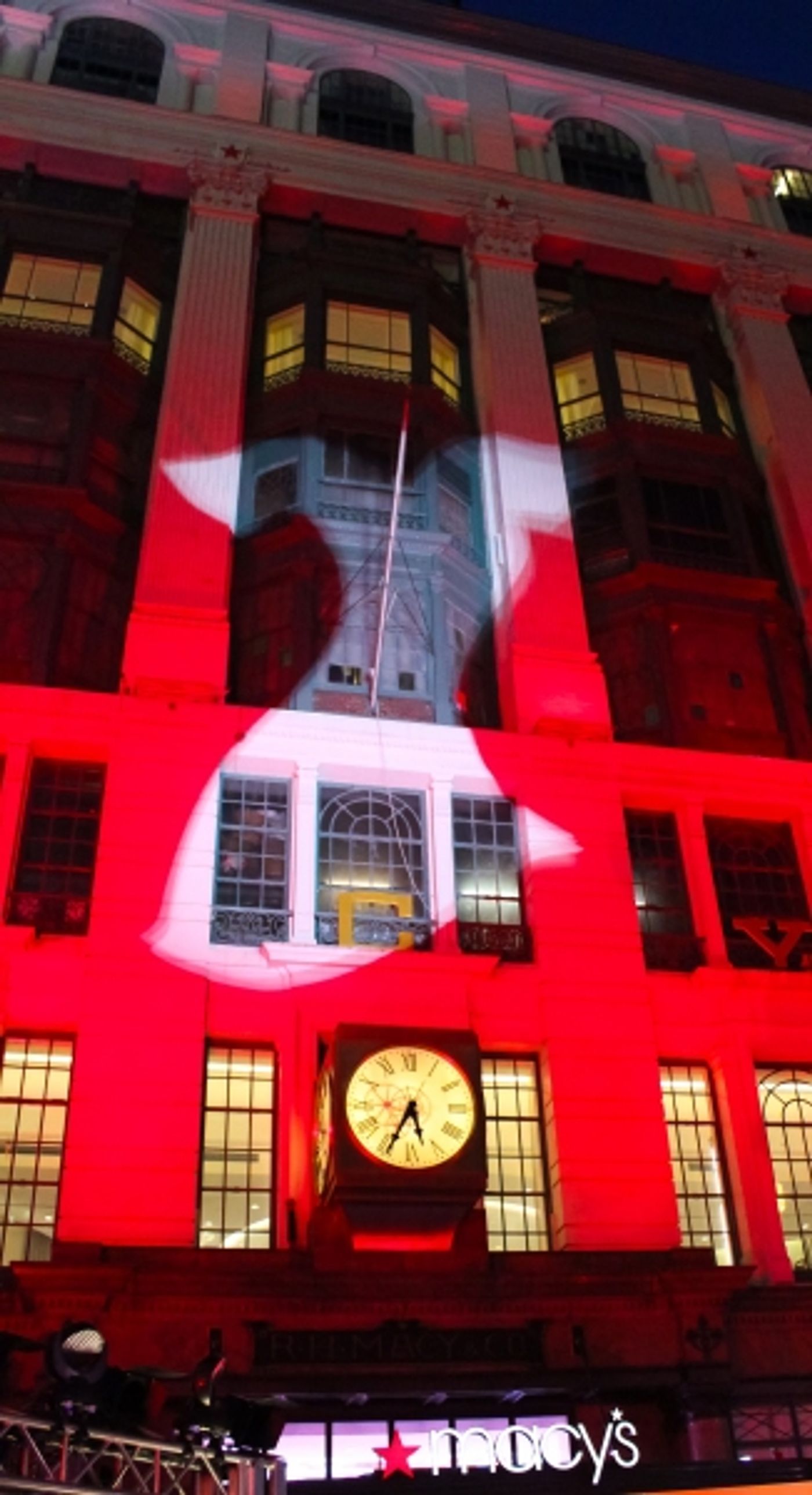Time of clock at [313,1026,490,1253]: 5:34
